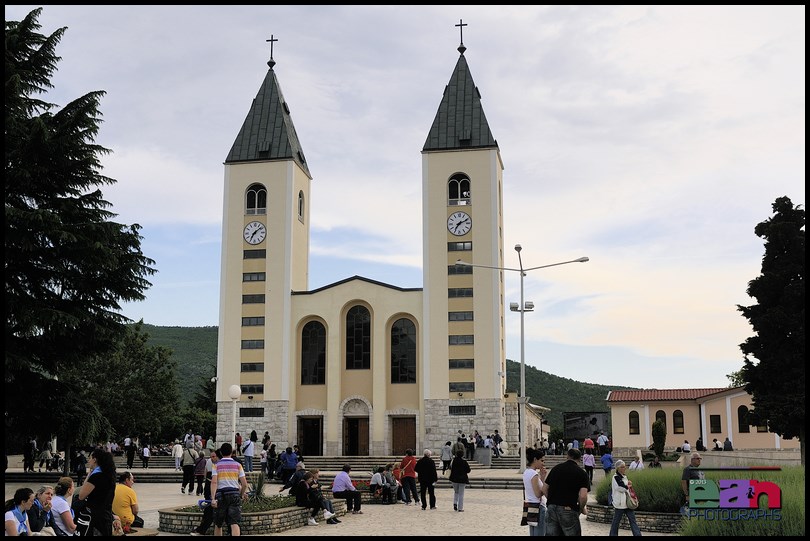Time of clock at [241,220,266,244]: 7:08
